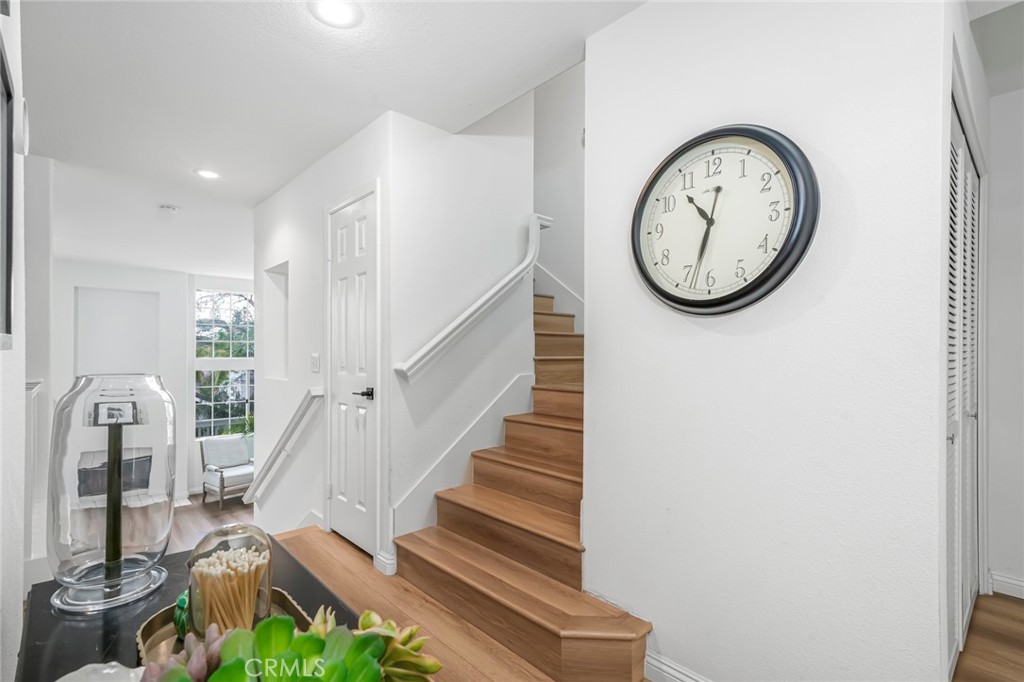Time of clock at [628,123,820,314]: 10:32
